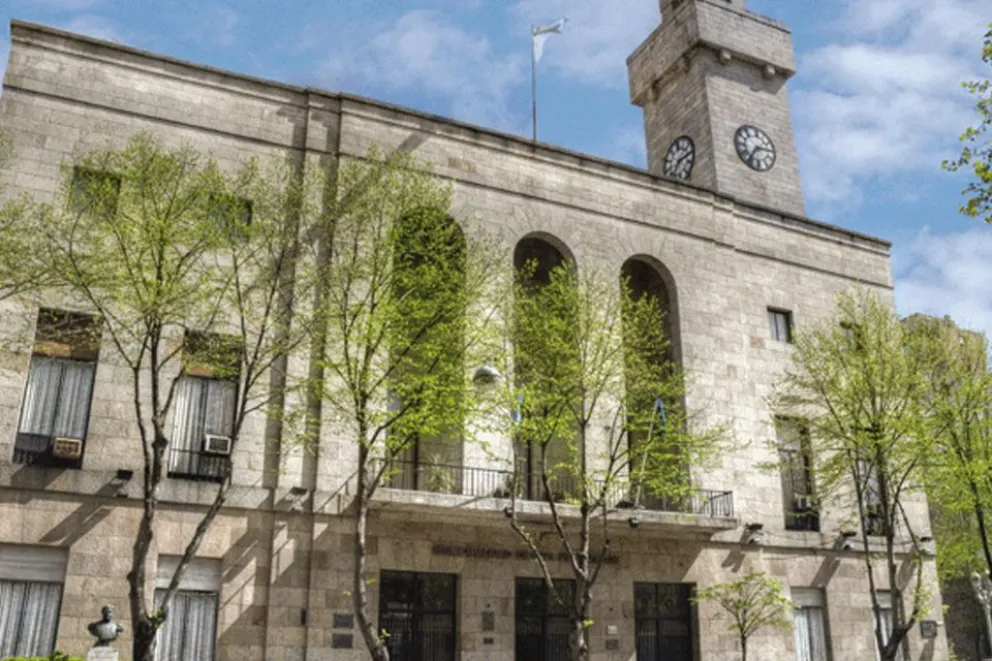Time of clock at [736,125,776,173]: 2:36
